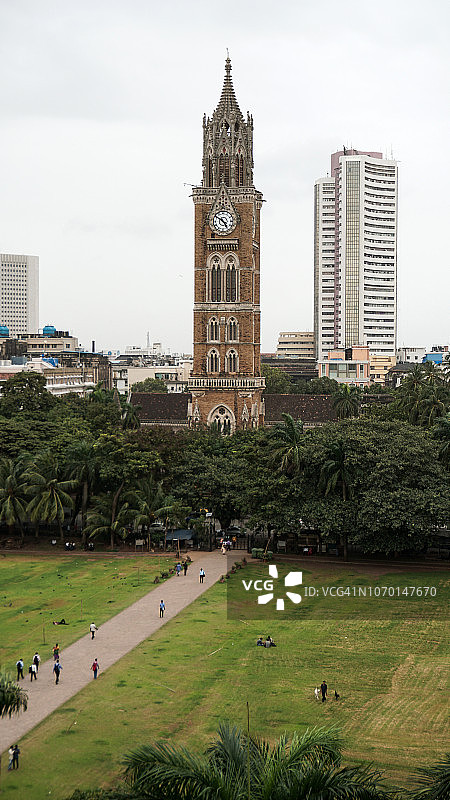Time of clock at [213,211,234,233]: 4:50
